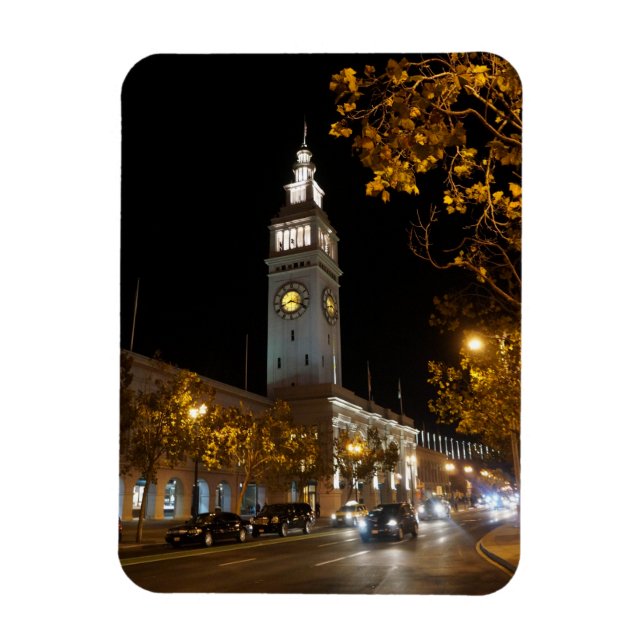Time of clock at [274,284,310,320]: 8:18
